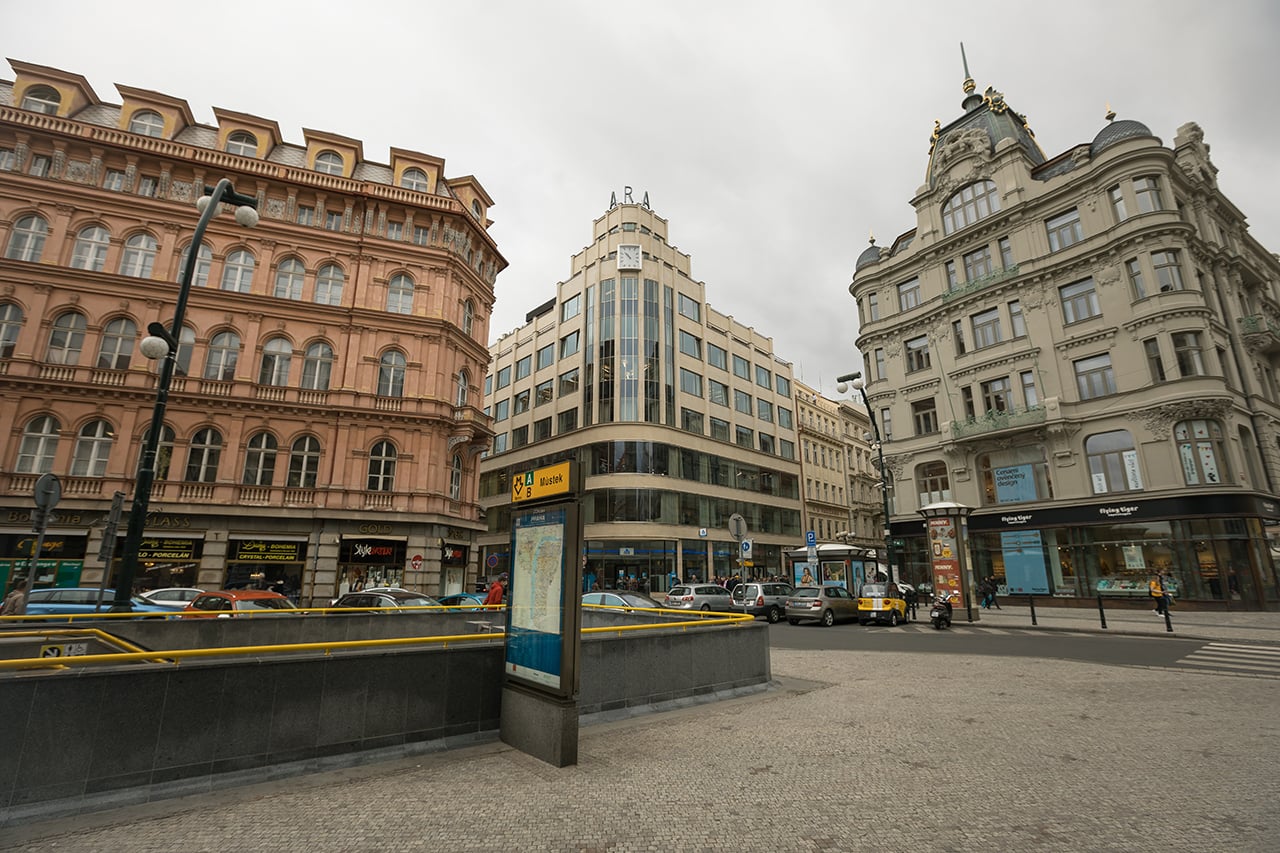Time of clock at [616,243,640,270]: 10:52
